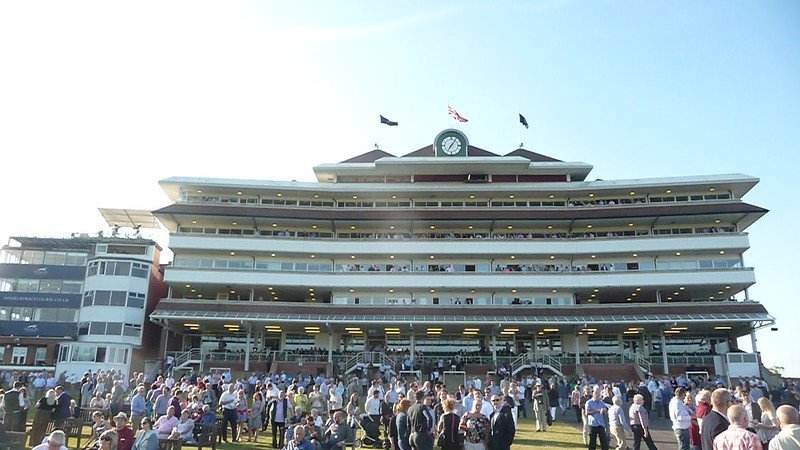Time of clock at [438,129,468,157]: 7:06
